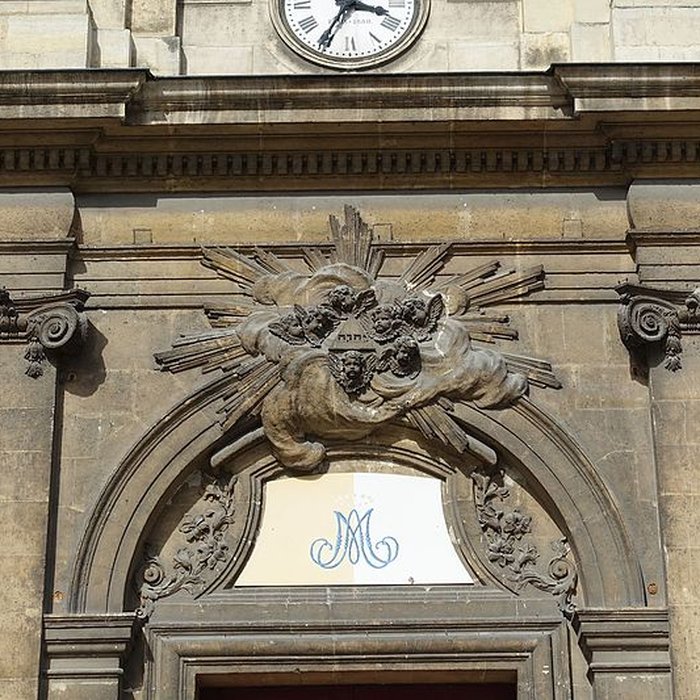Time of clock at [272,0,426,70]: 3:35
